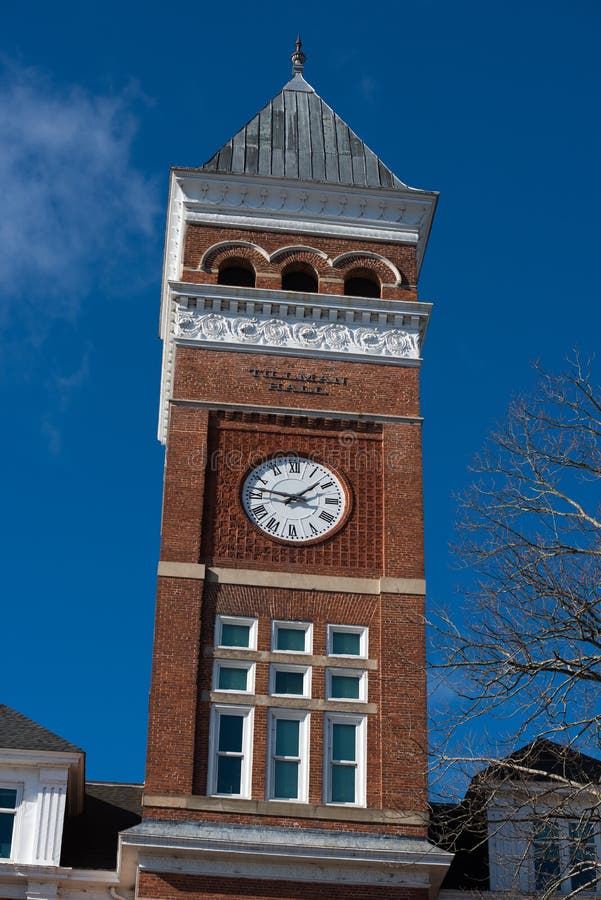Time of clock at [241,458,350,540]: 1:46
